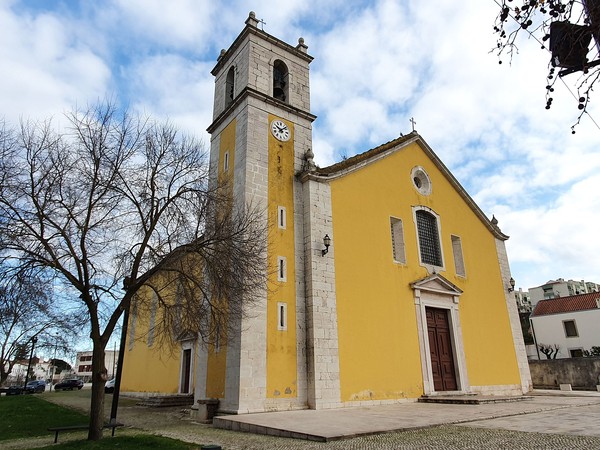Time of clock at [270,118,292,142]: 10:07
